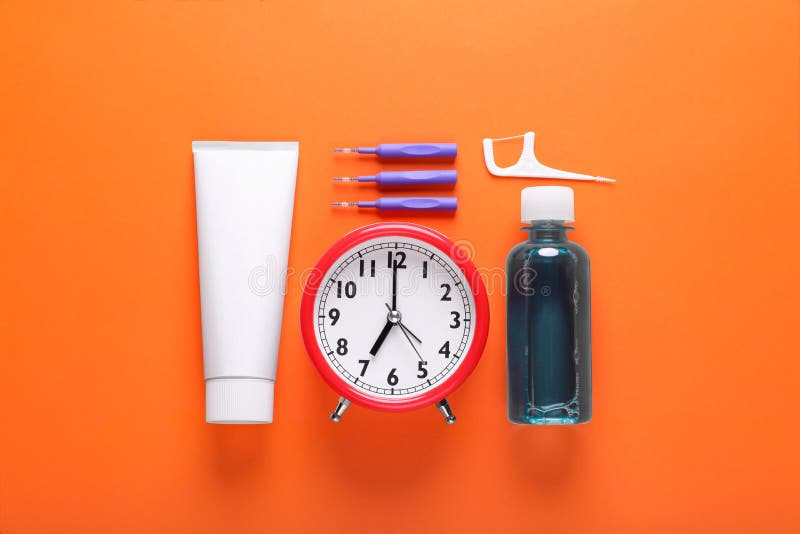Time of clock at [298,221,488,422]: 6:59
